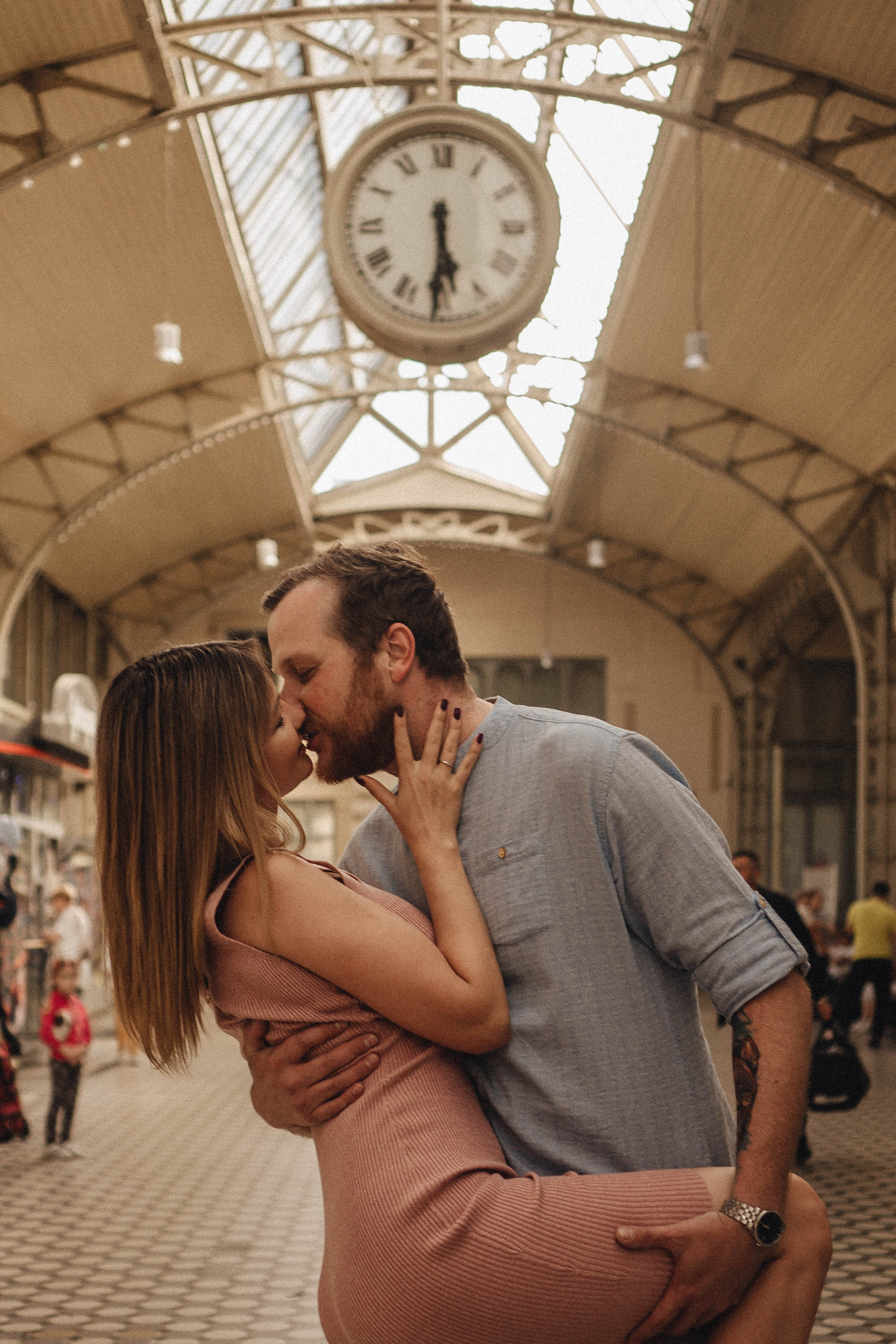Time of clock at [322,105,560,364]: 5:30
